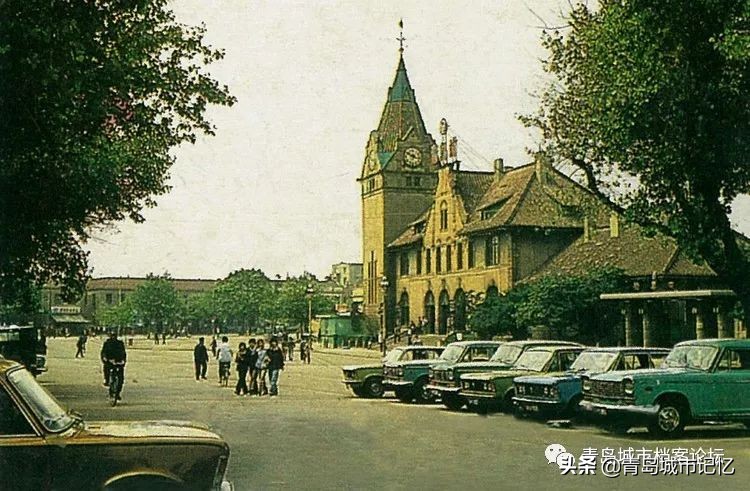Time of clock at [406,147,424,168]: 6:50
